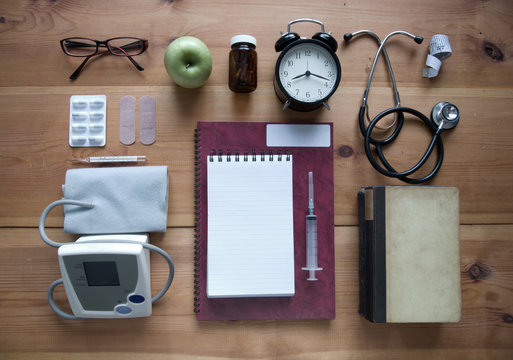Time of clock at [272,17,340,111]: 8:18
